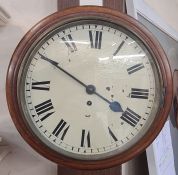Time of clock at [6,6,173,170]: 3:50
